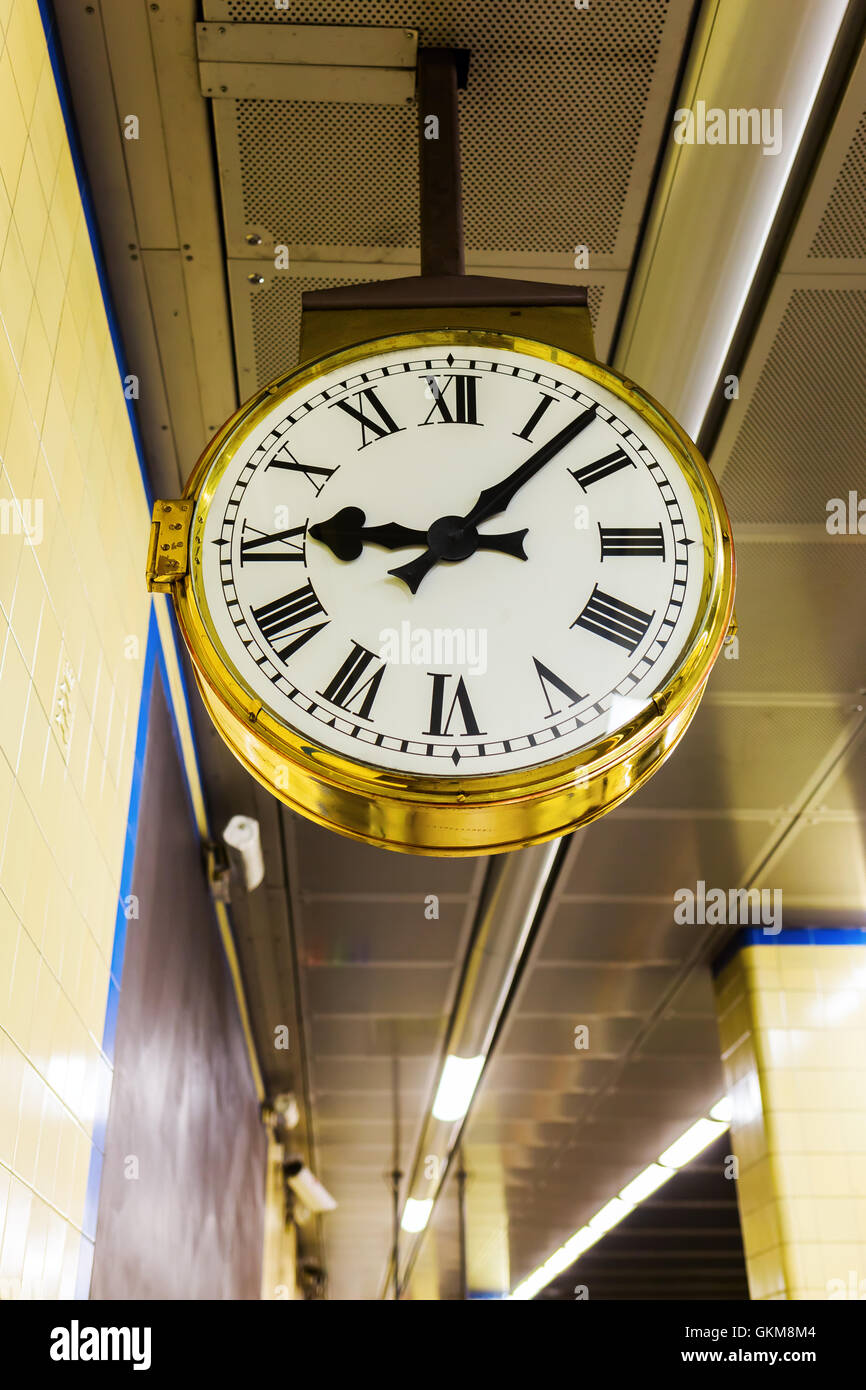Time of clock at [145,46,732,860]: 9:07
